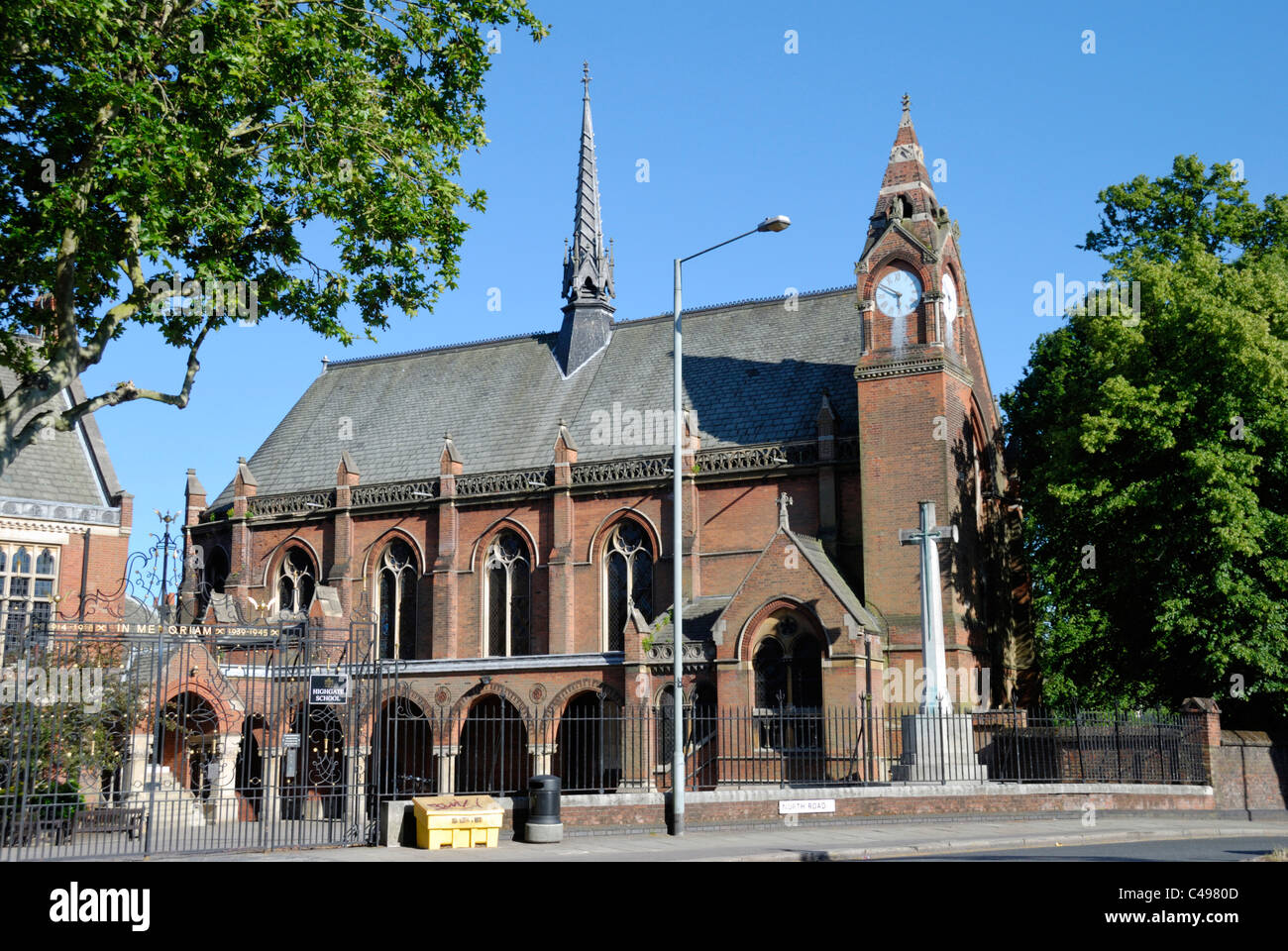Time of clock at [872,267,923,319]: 5:49
